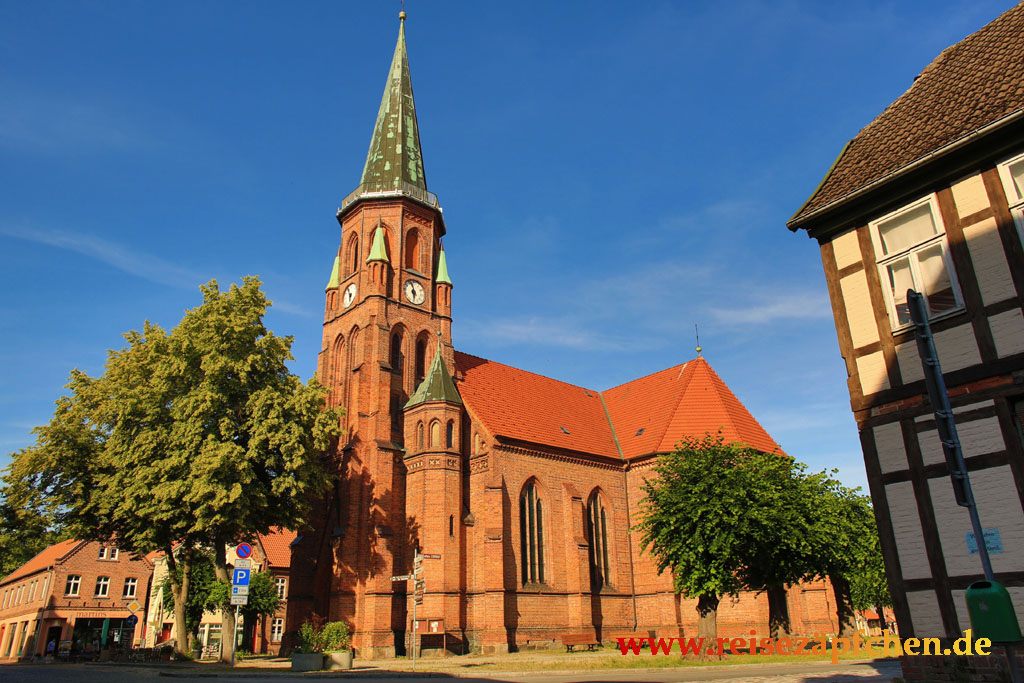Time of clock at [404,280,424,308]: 5:57
